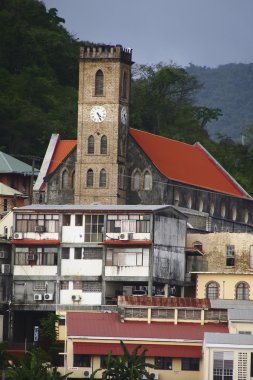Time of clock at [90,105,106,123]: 4:26
